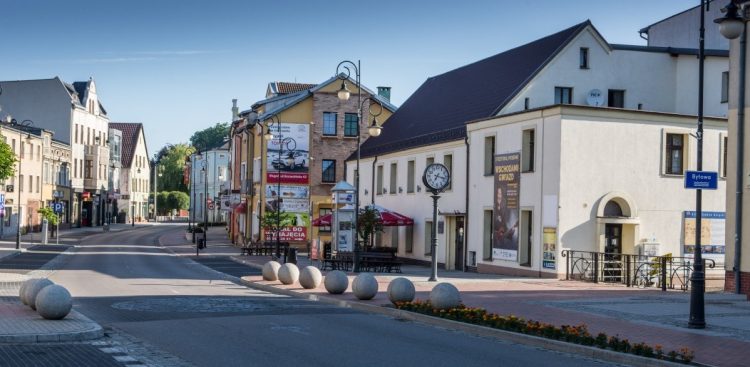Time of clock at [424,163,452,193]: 7:17
